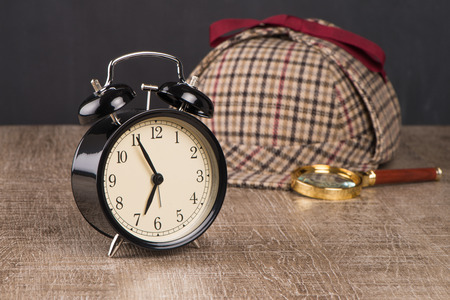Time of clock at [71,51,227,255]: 6:55
